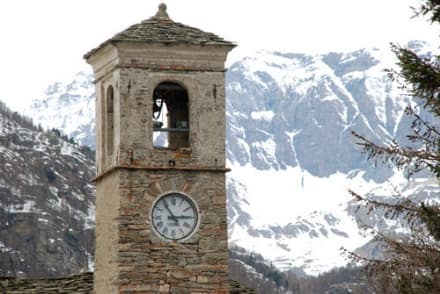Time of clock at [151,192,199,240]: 2:54
